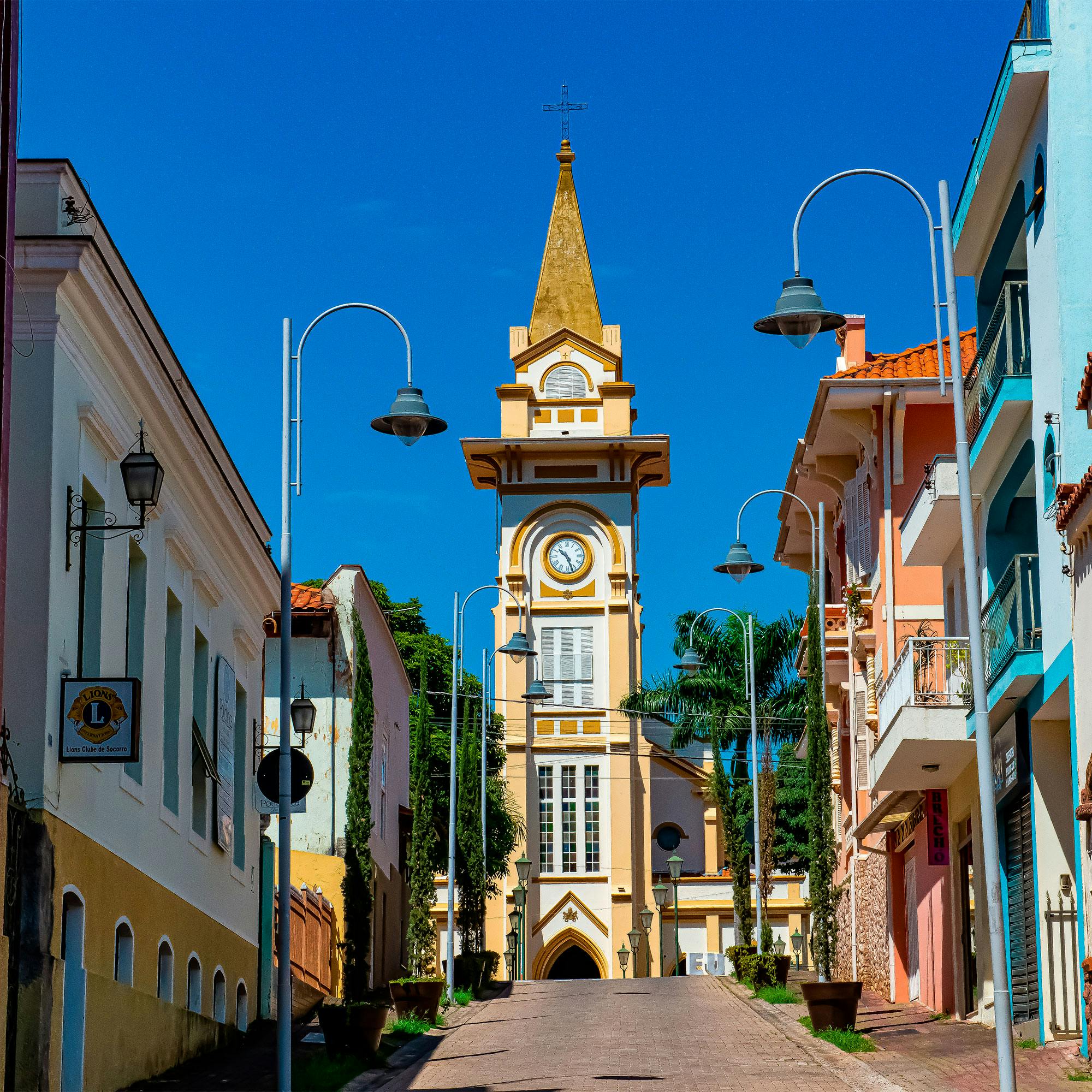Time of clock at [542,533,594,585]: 10:26
